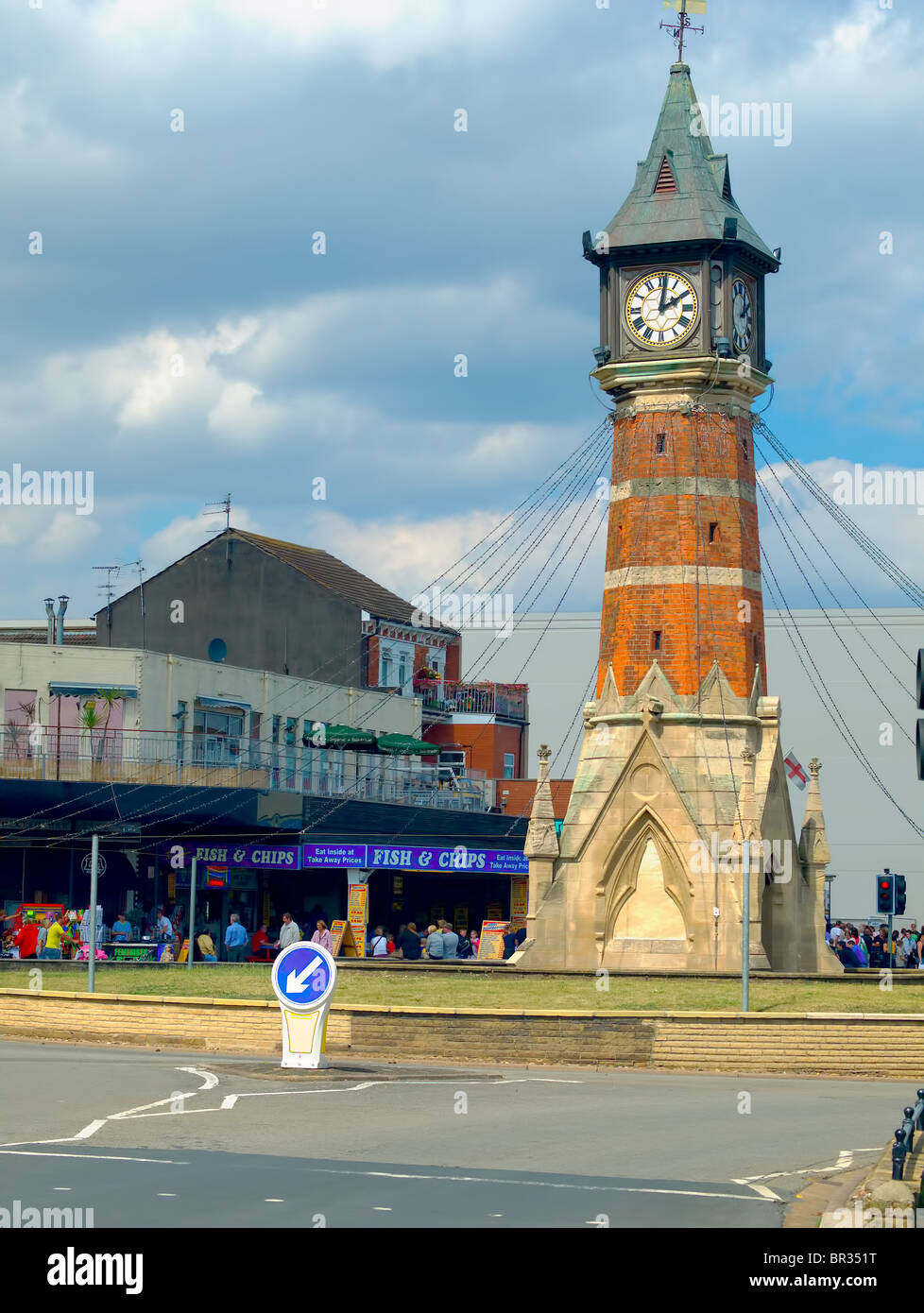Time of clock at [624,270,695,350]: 2:01
